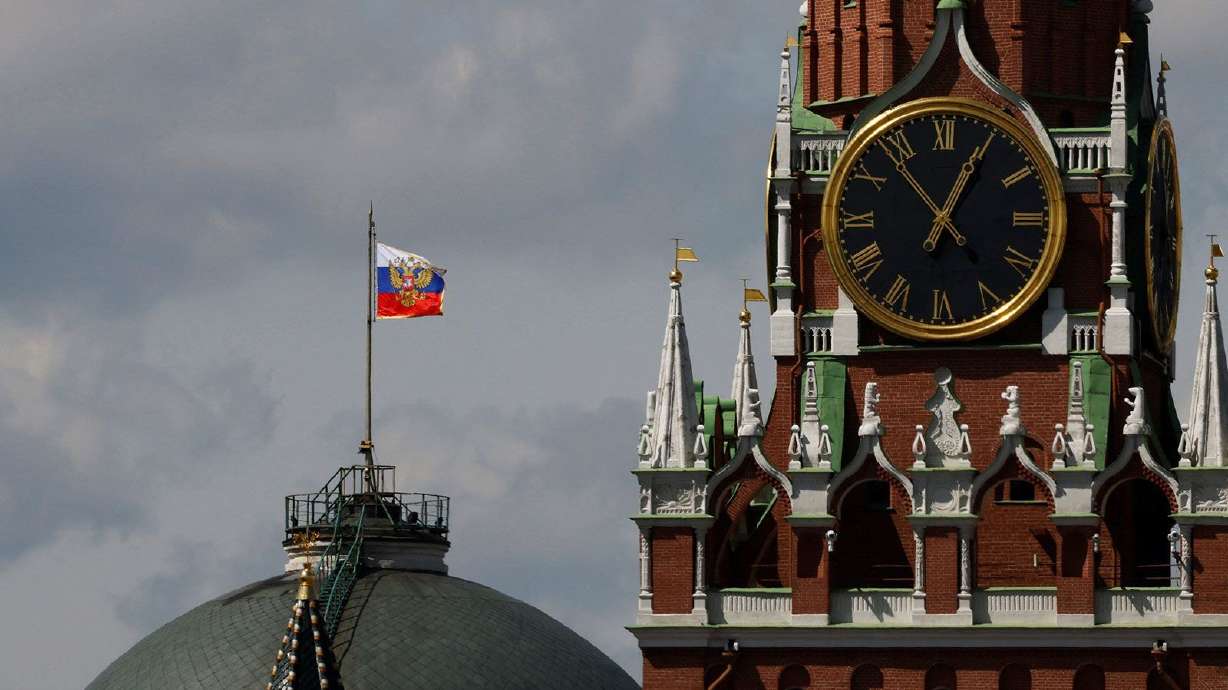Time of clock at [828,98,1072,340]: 12:53
